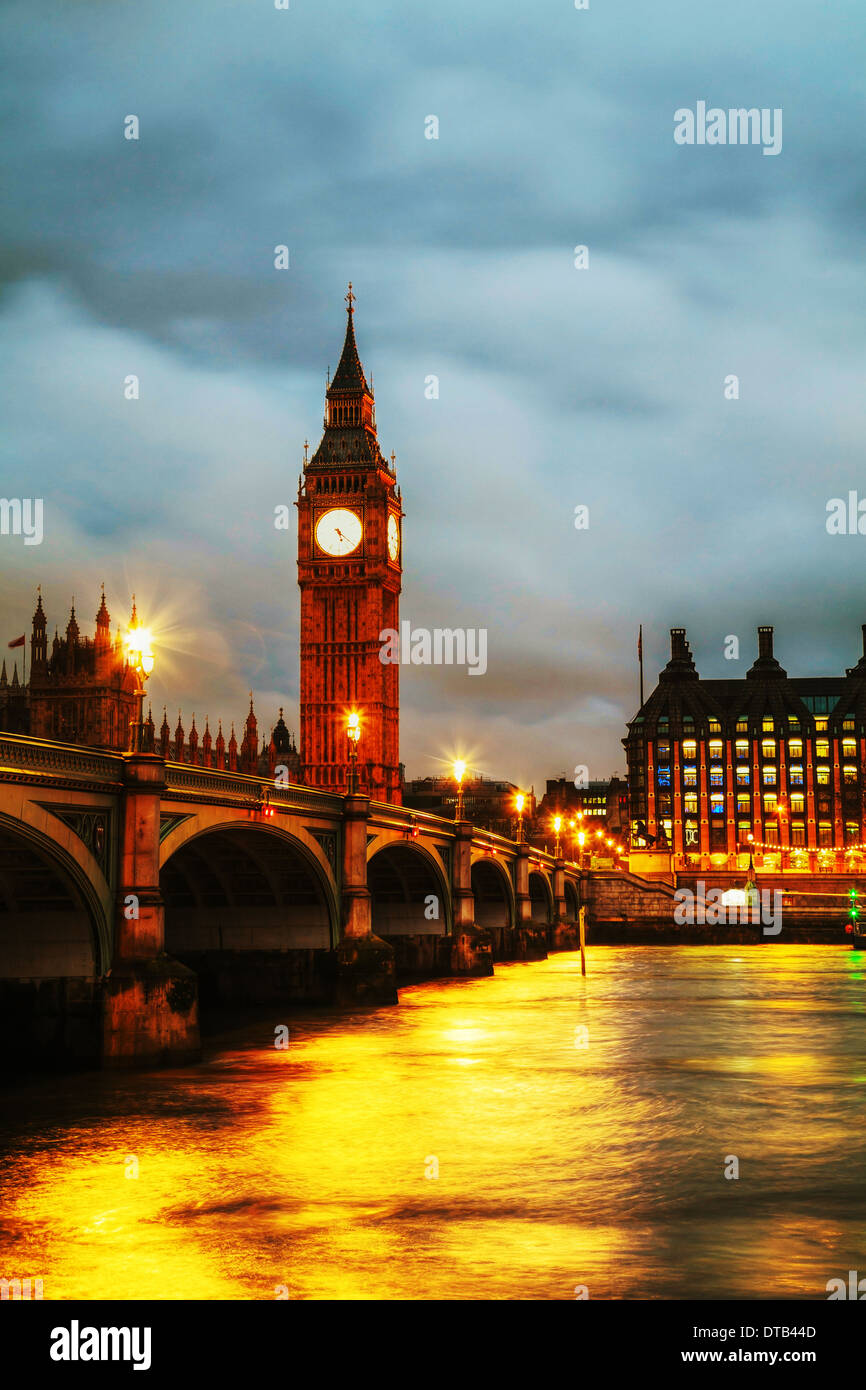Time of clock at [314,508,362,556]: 5:21
